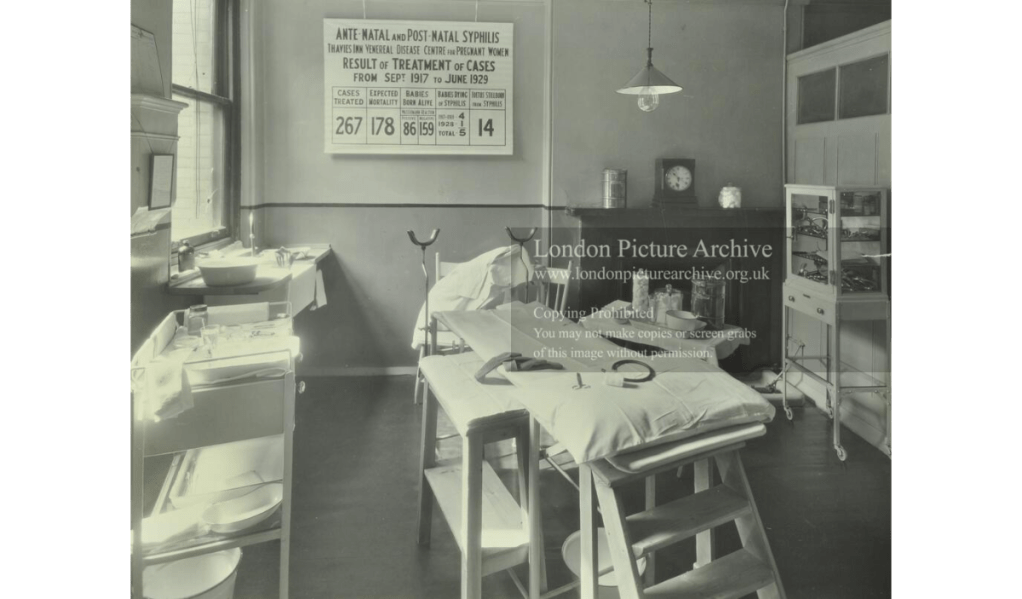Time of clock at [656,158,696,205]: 10:32
